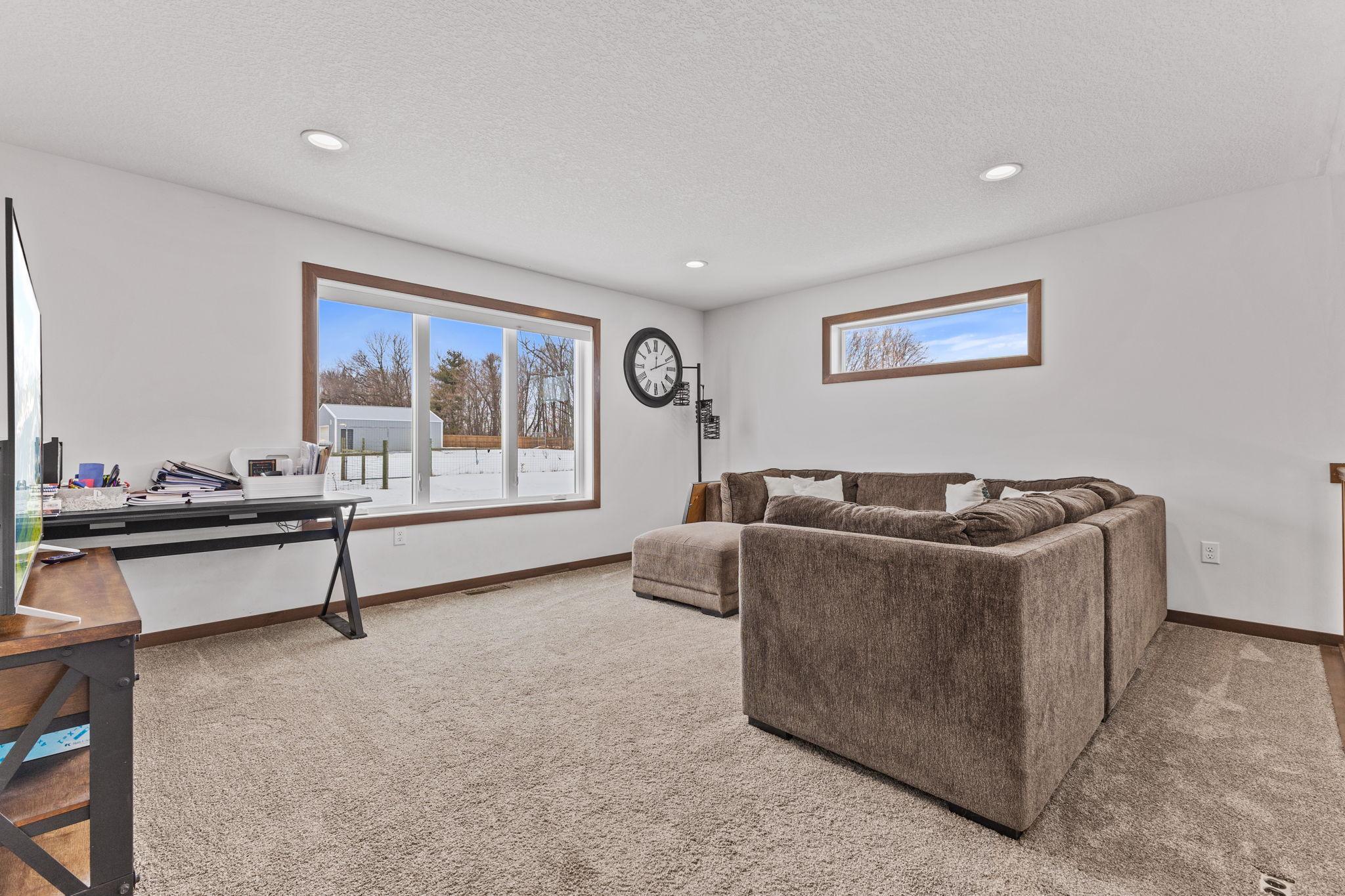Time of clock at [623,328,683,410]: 12:11
